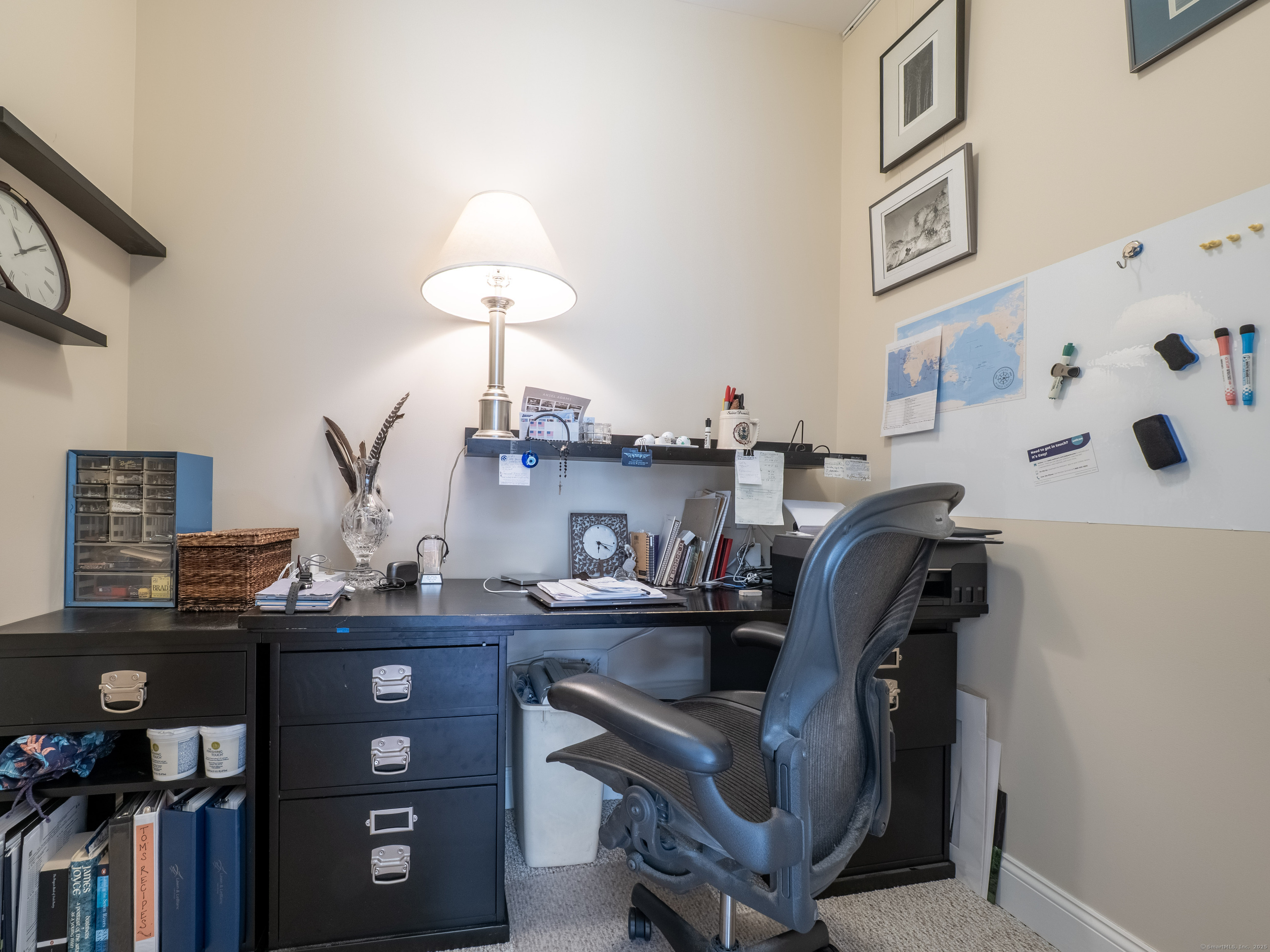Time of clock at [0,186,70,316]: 11:09
